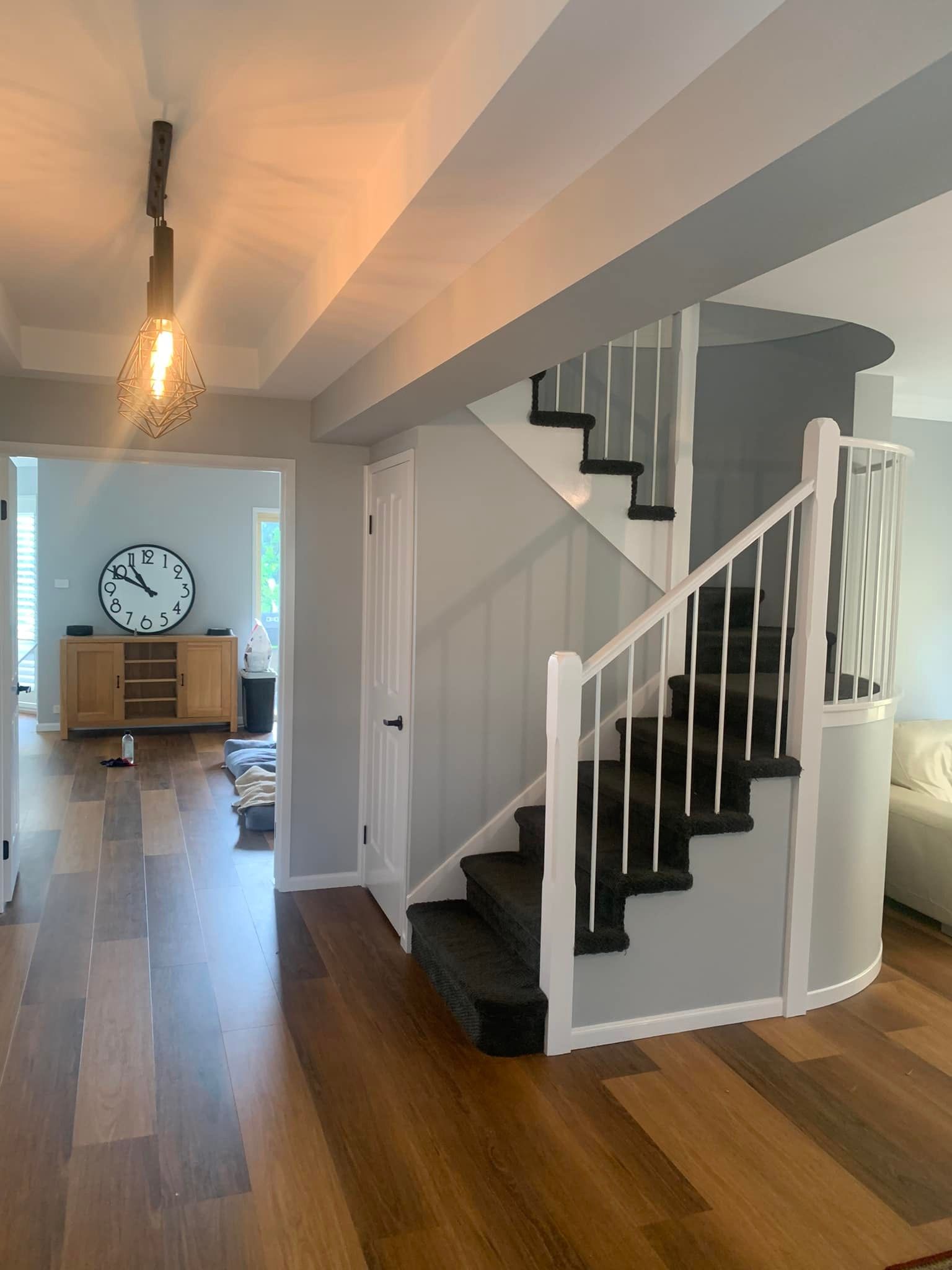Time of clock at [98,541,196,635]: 10:49
